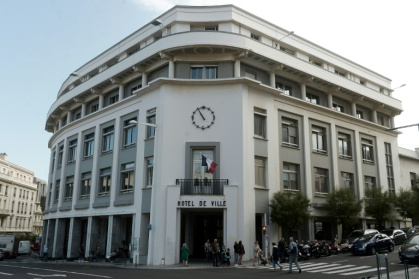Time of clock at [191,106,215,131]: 10:54
